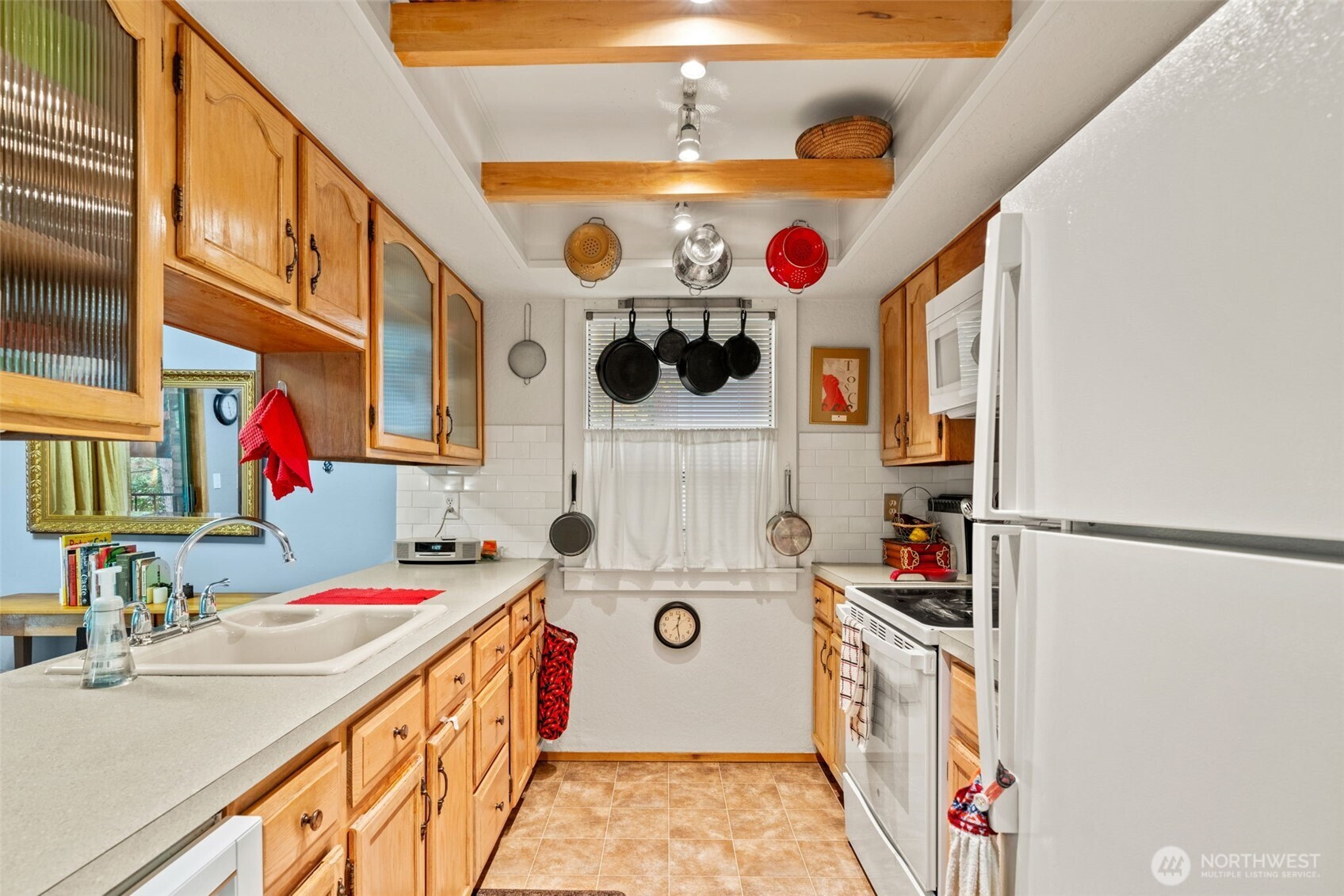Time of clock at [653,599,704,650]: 12:28
